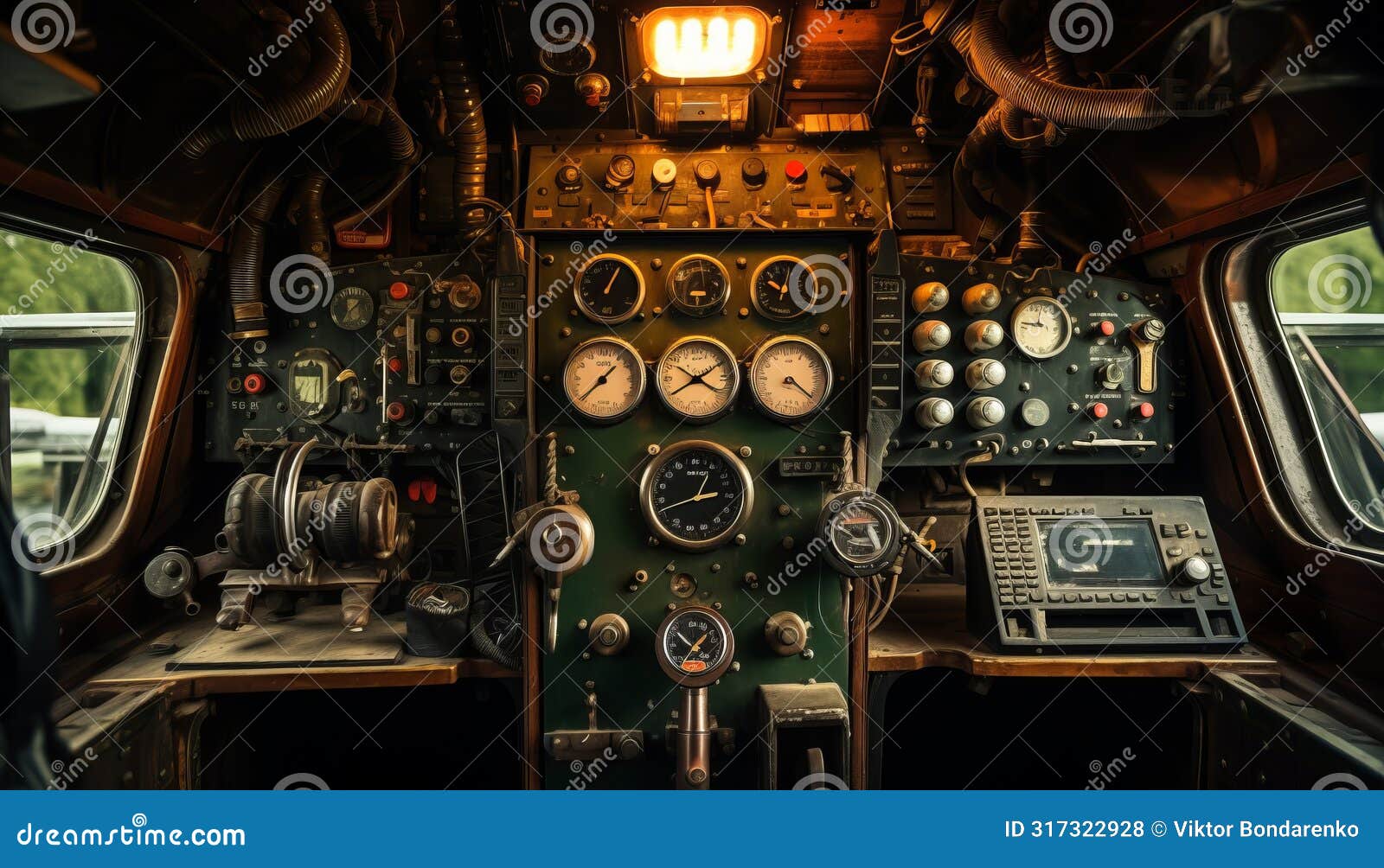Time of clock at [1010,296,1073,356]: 9:01
